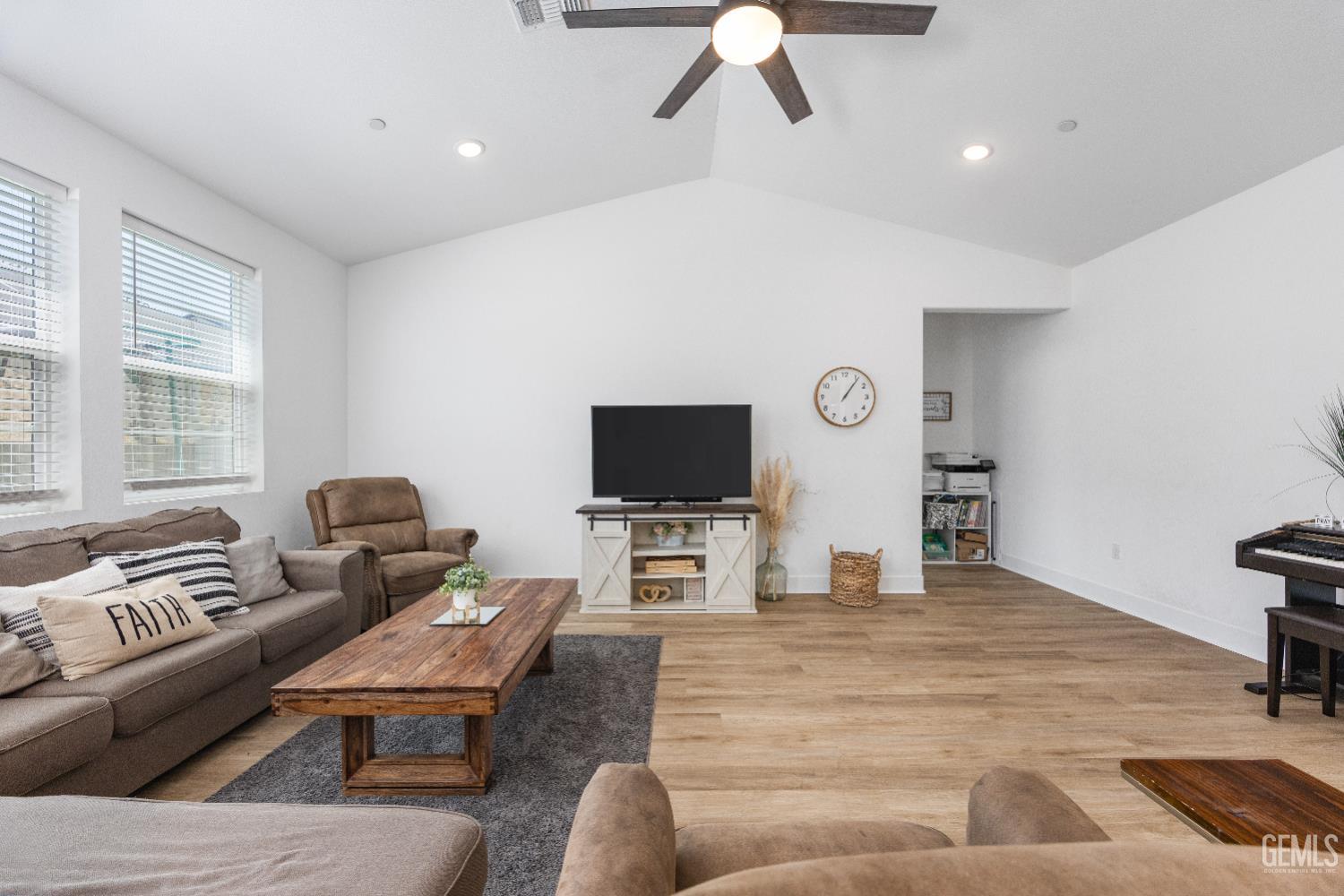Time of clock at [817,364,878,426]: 1:06
